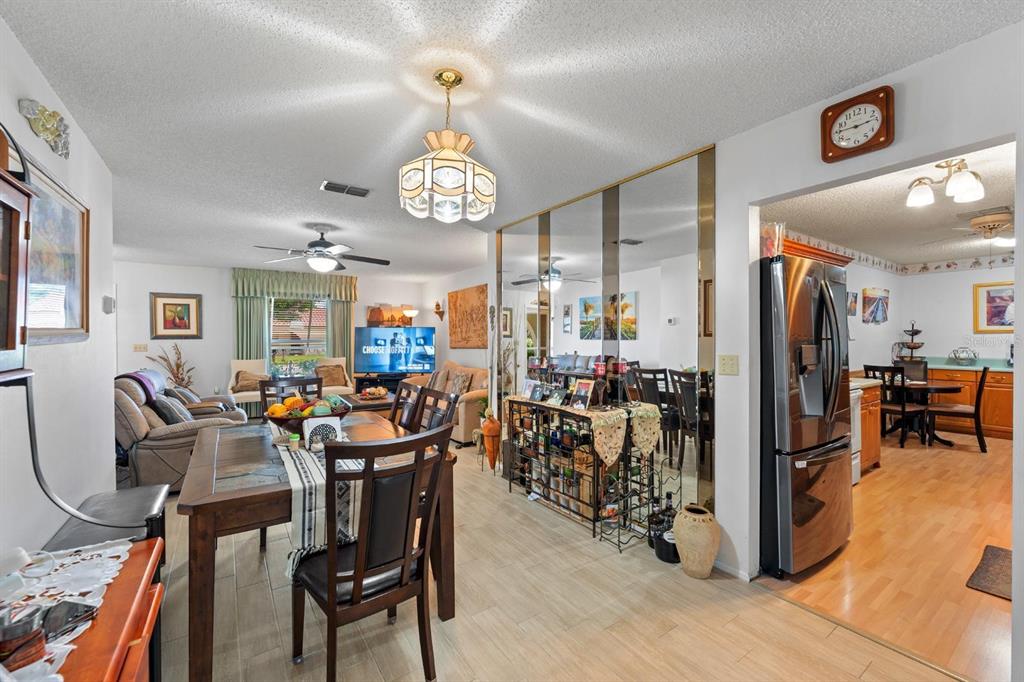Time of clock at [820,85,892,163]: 2:45
